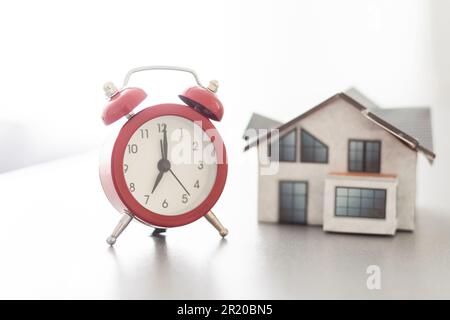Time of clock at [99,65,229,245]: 7:00
